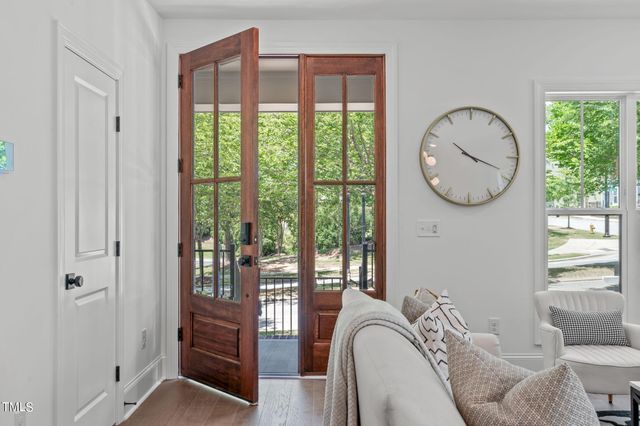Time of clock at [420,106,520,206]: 10:18
